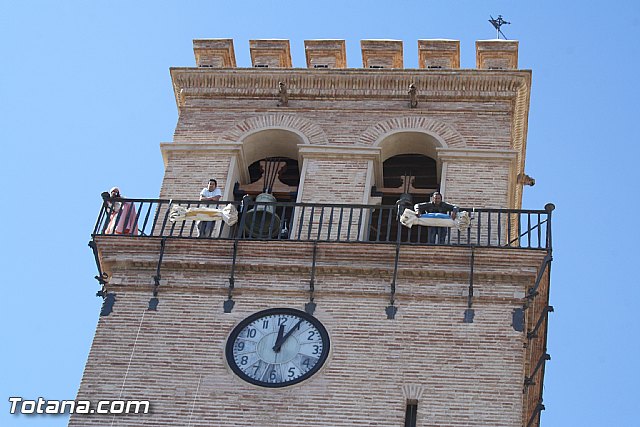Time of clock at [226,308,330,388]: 12:04
